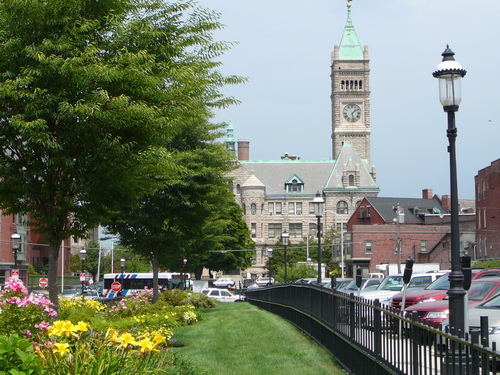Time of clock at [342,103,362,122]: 1:28
